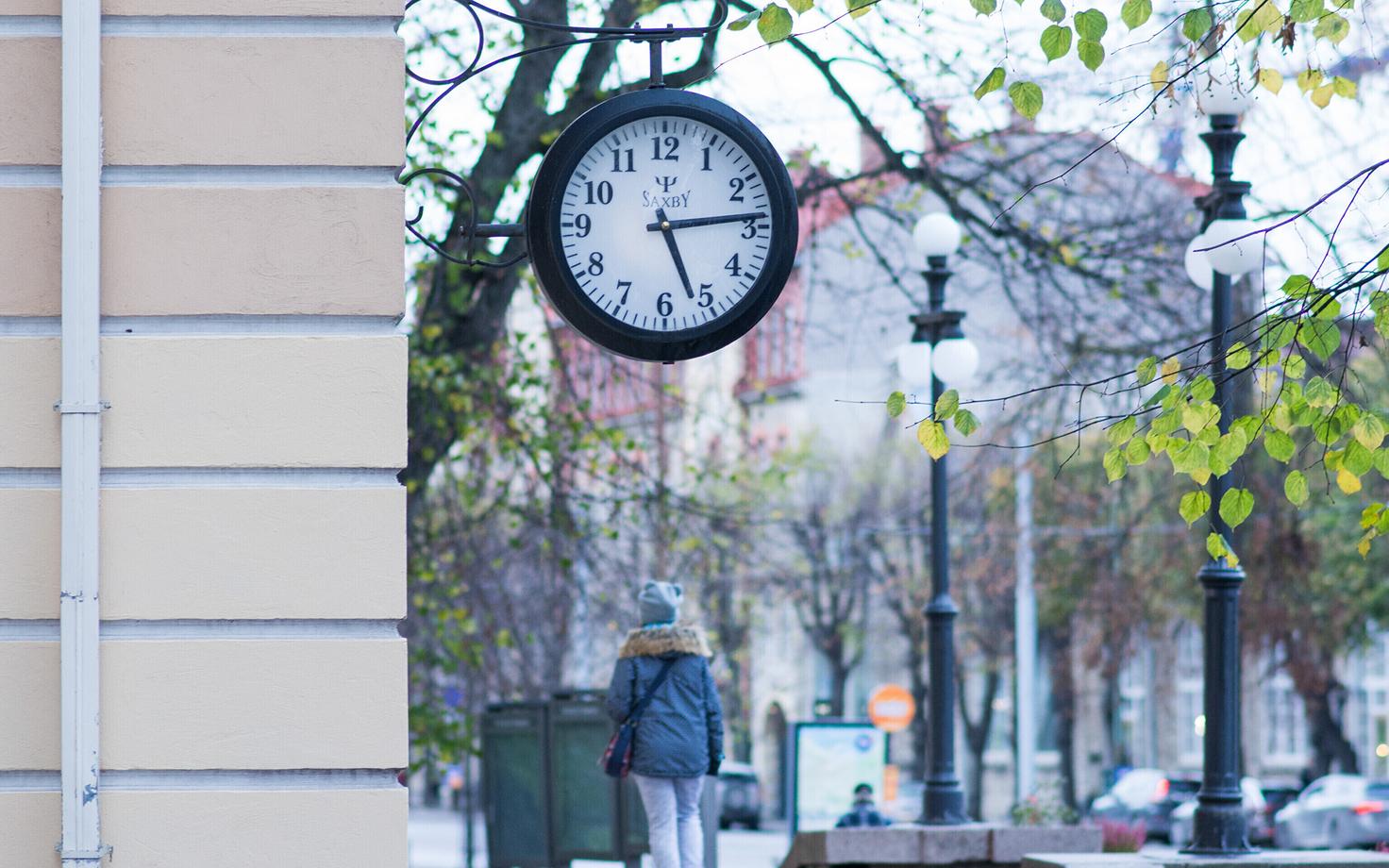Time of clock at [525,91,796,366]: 5:13
